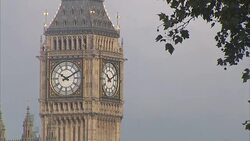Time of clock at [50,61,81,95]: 10:10
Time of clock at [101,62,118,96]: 10:10
